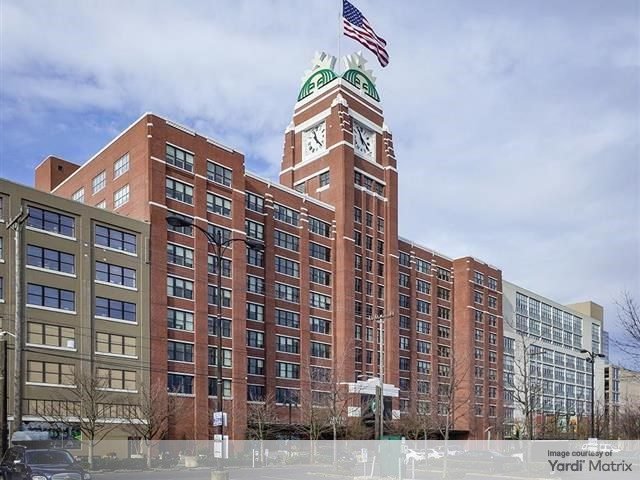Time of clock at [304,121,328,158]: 11:22
